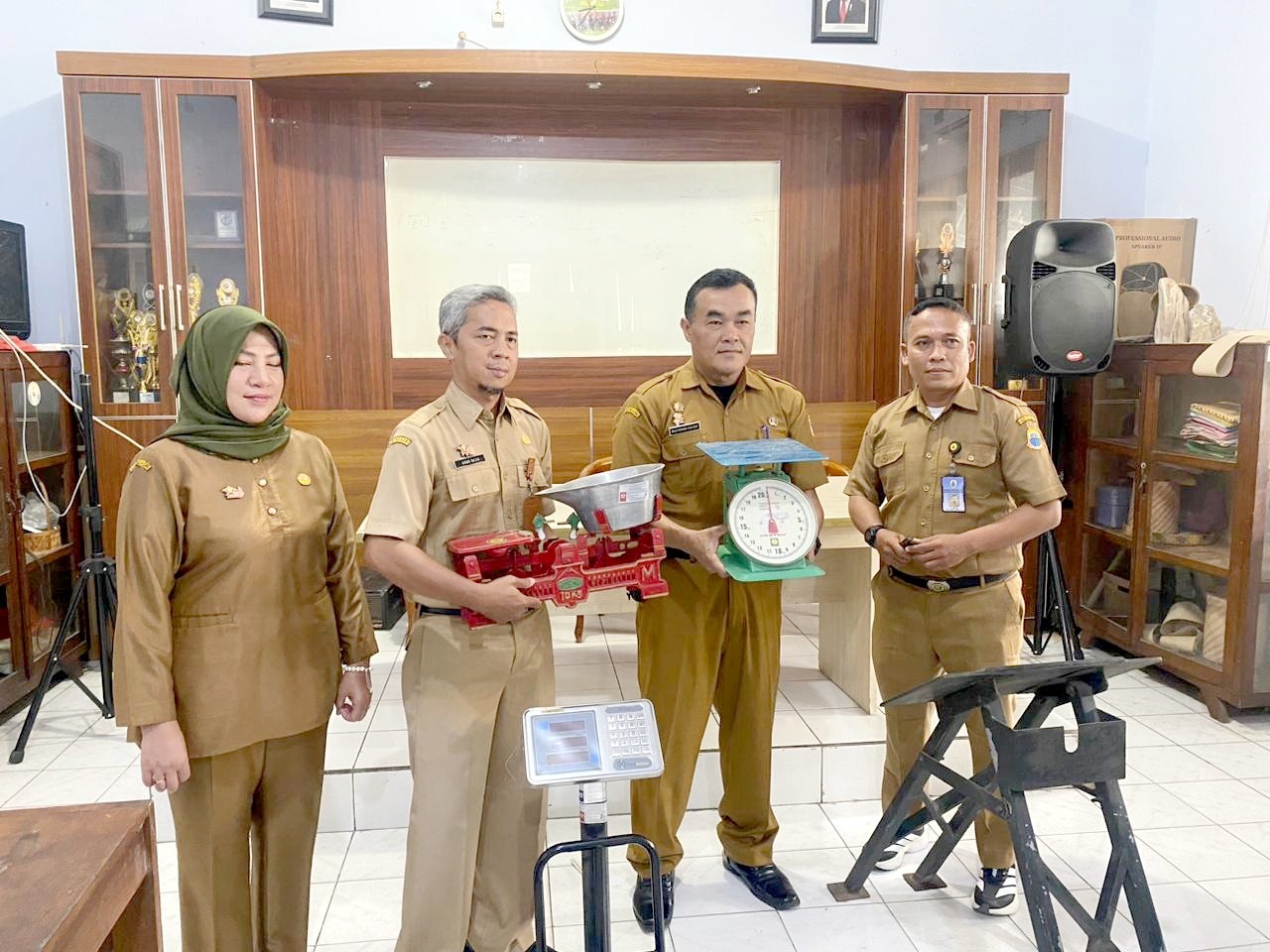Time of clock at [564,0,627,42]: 8:36
